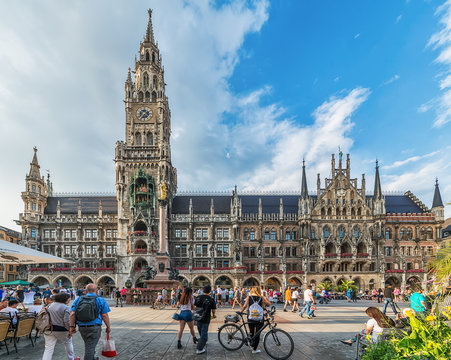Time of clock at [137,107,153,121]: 4:36
